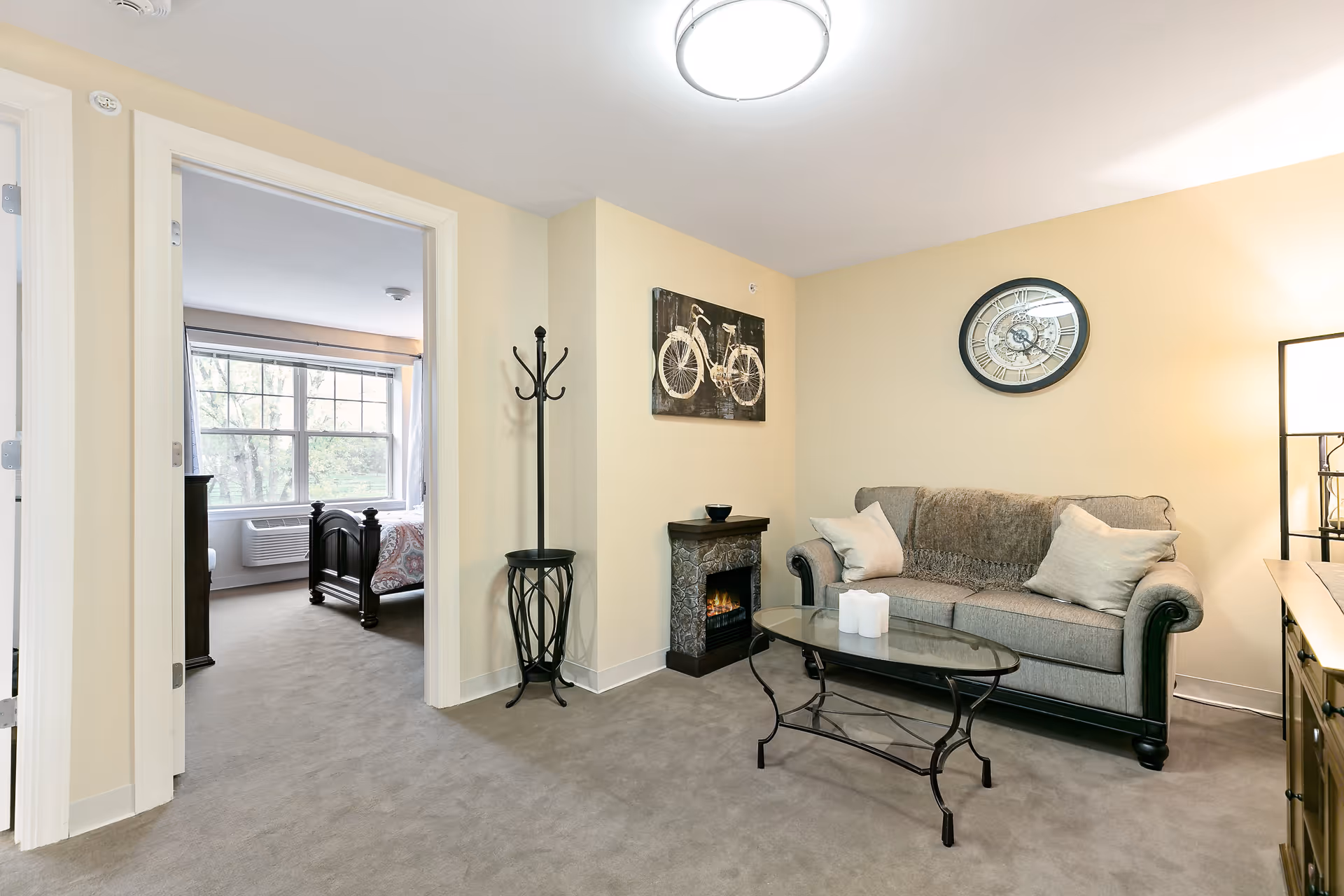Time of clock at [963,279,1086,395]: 5:21
